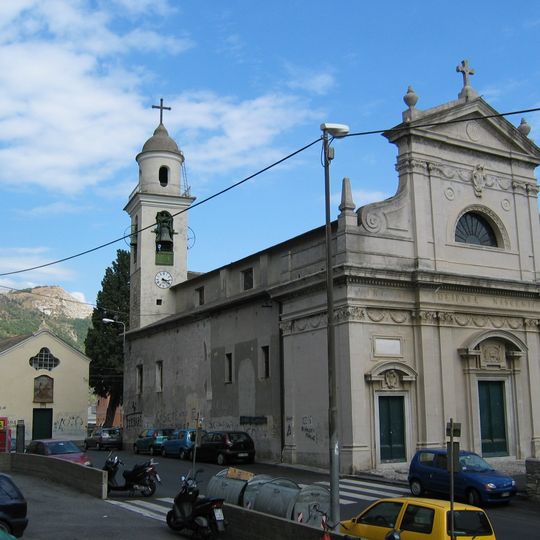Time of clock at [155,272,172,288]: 3:21
